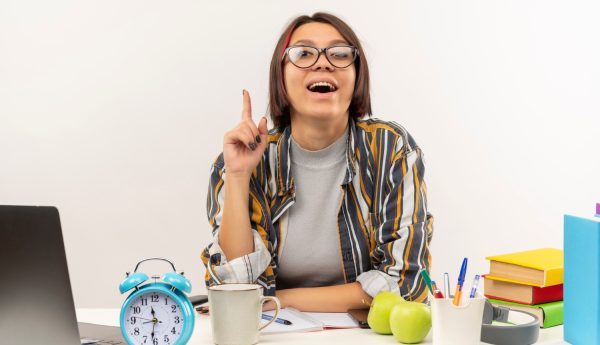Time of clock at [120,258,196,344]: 11:31
